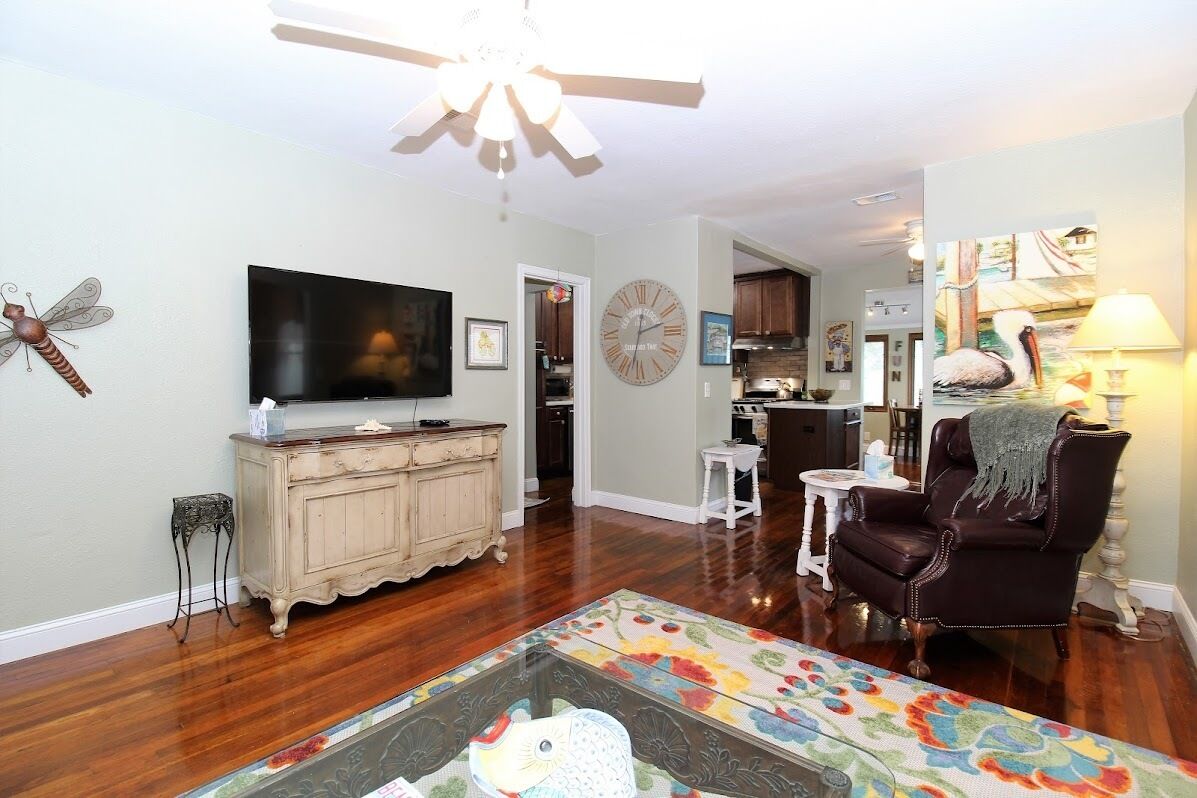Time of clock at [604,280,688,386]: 2:32
